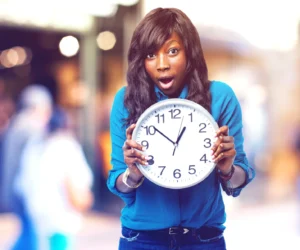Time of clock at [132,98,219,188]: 12:51
